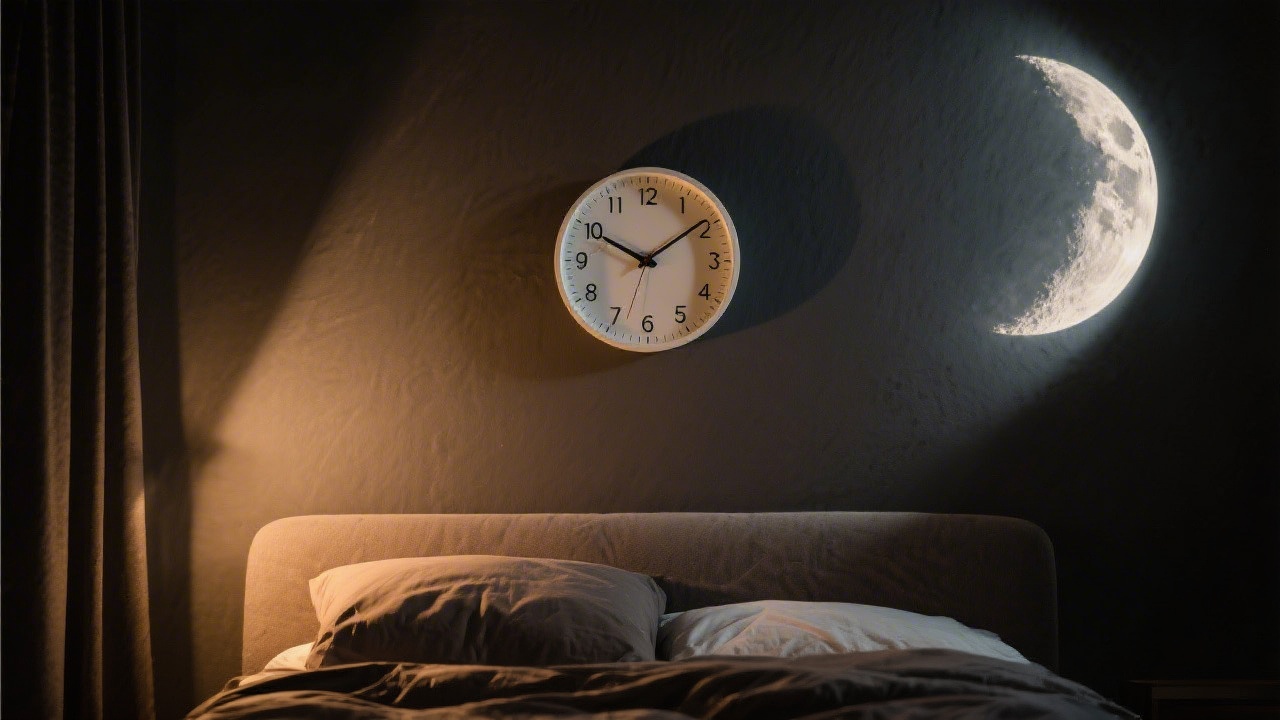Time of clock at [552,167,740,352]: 10:09
